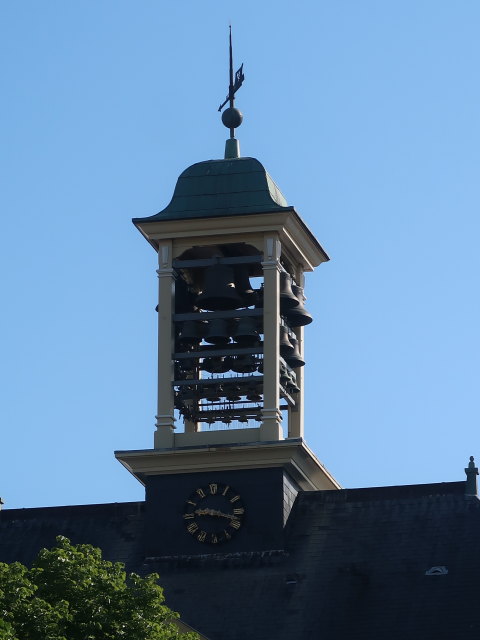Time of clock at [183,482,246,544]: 9:17
